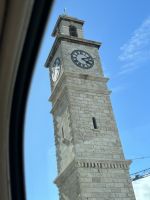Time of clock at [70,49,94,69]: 4:12
